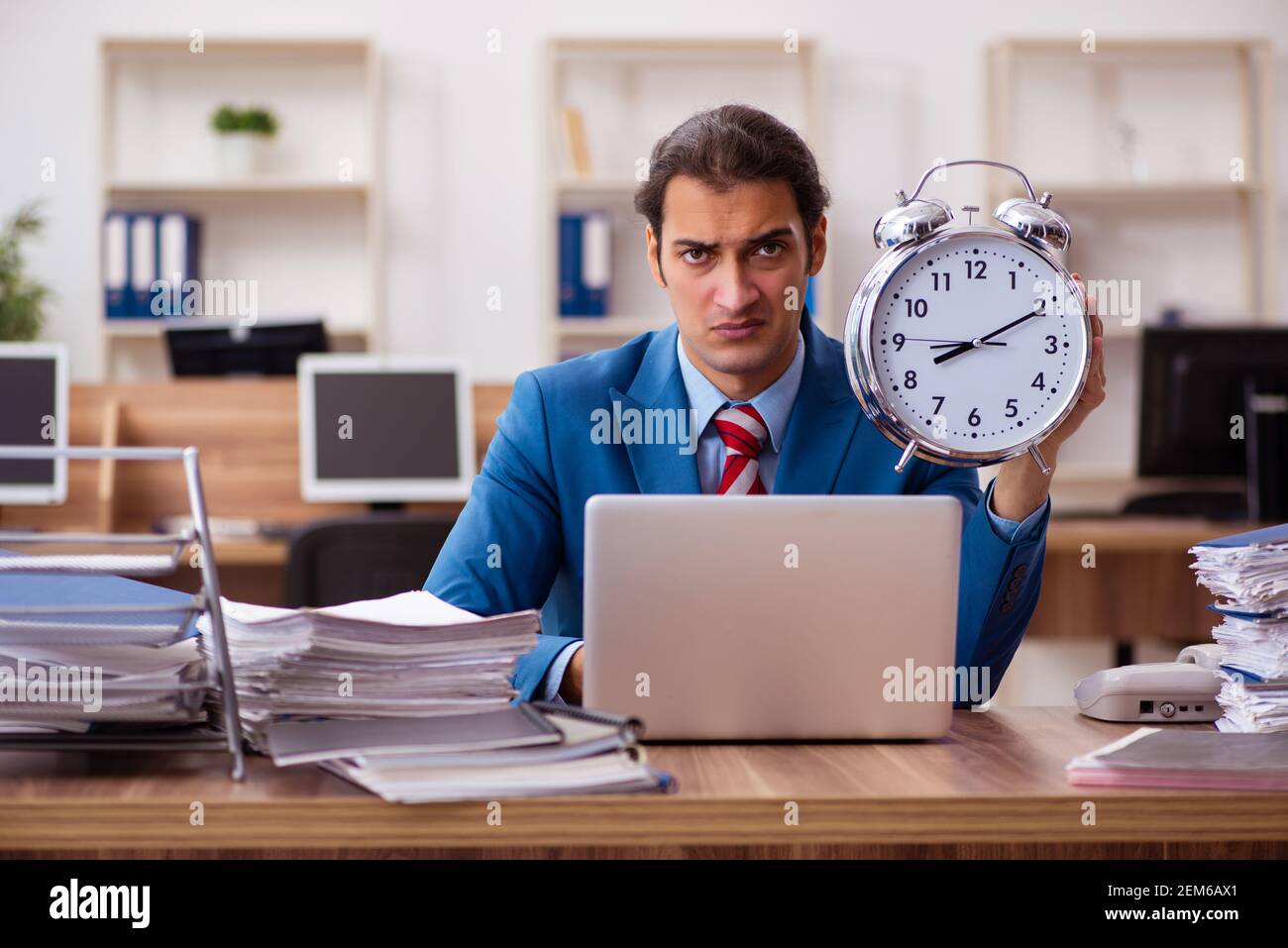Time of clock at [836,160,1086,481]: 8:10
